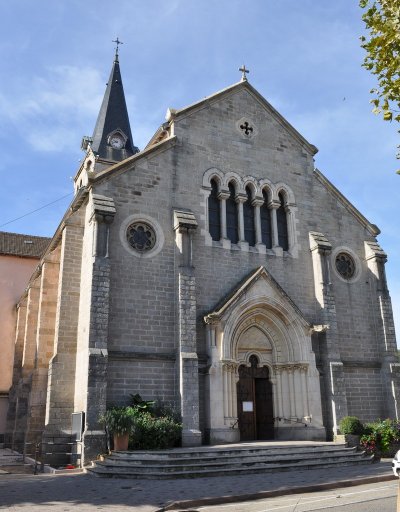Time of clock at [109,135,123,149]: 9:42
